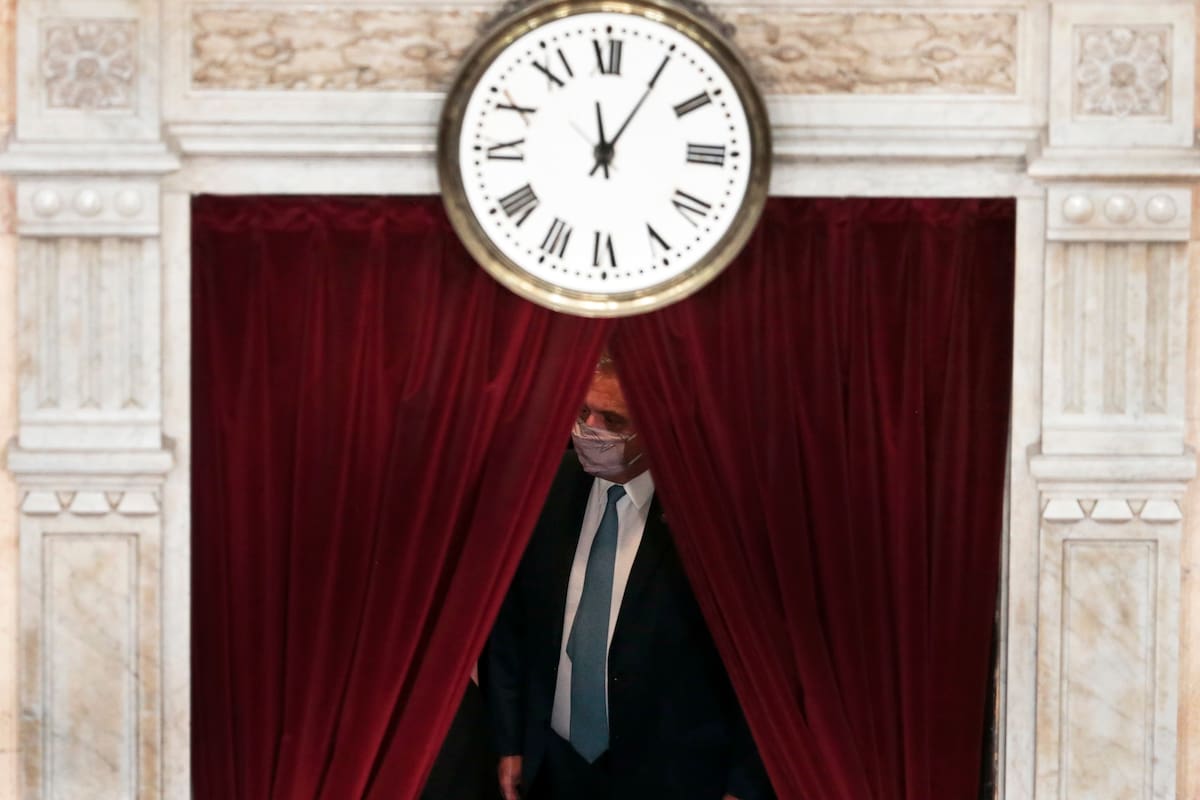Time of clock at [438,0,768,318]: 12:05
